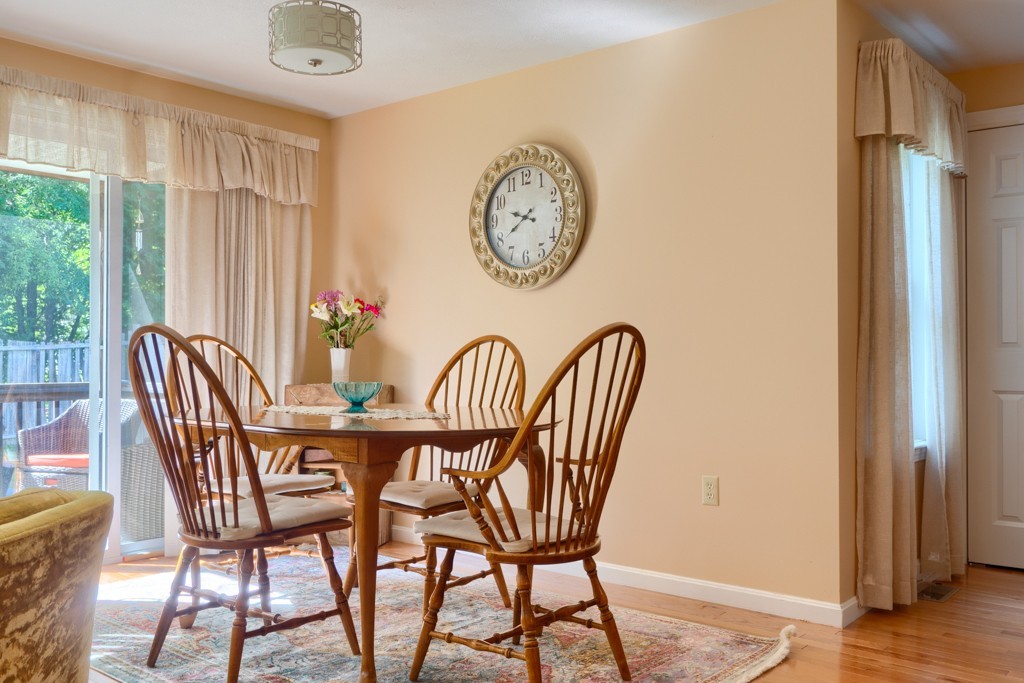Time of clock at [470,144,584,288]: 9:39
